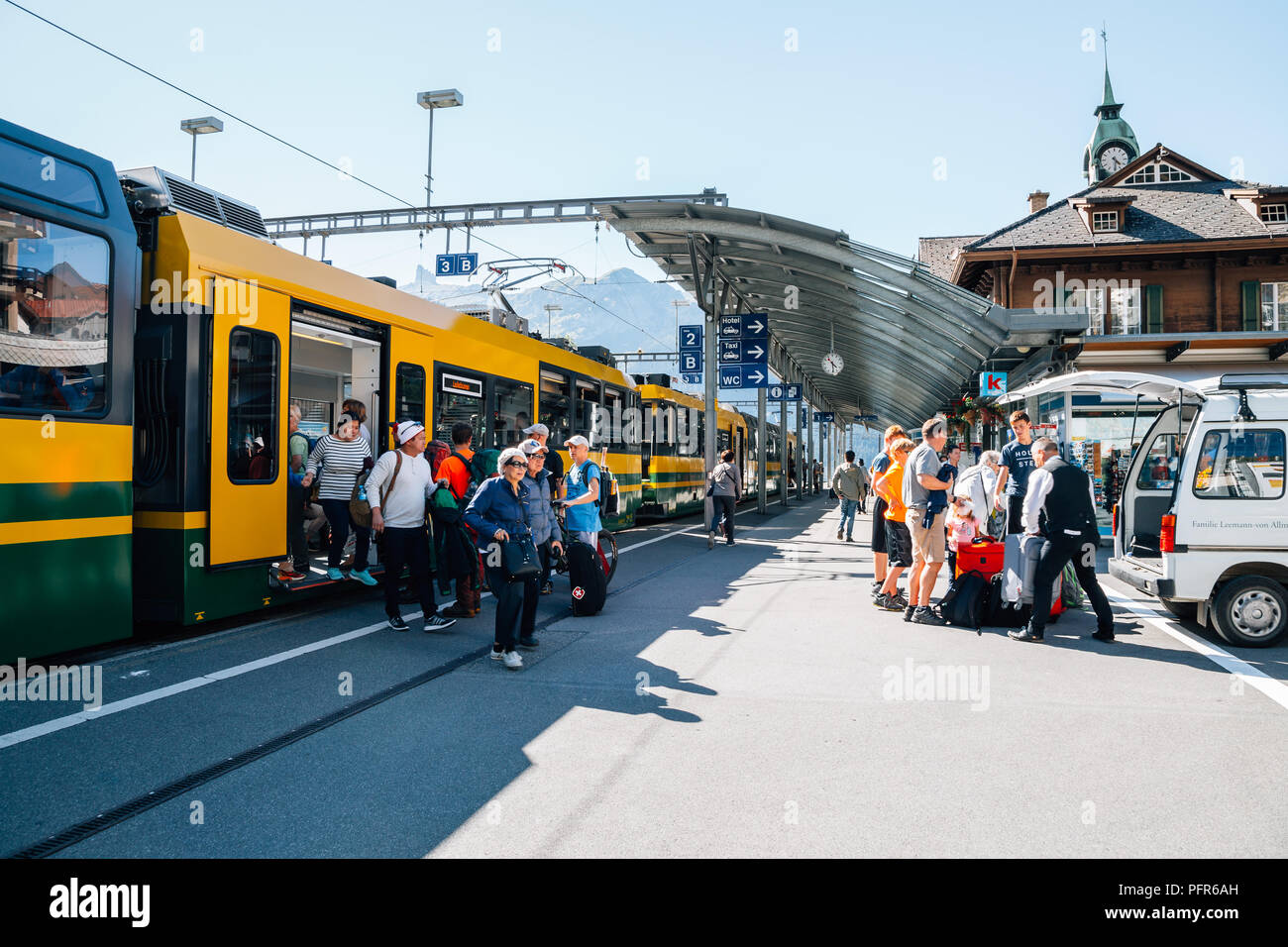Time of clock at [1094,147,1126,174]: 4:29
